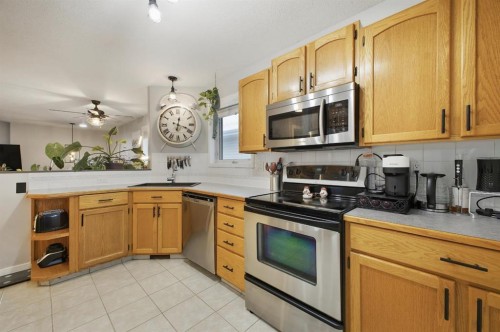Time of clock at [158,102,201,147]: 6:18
